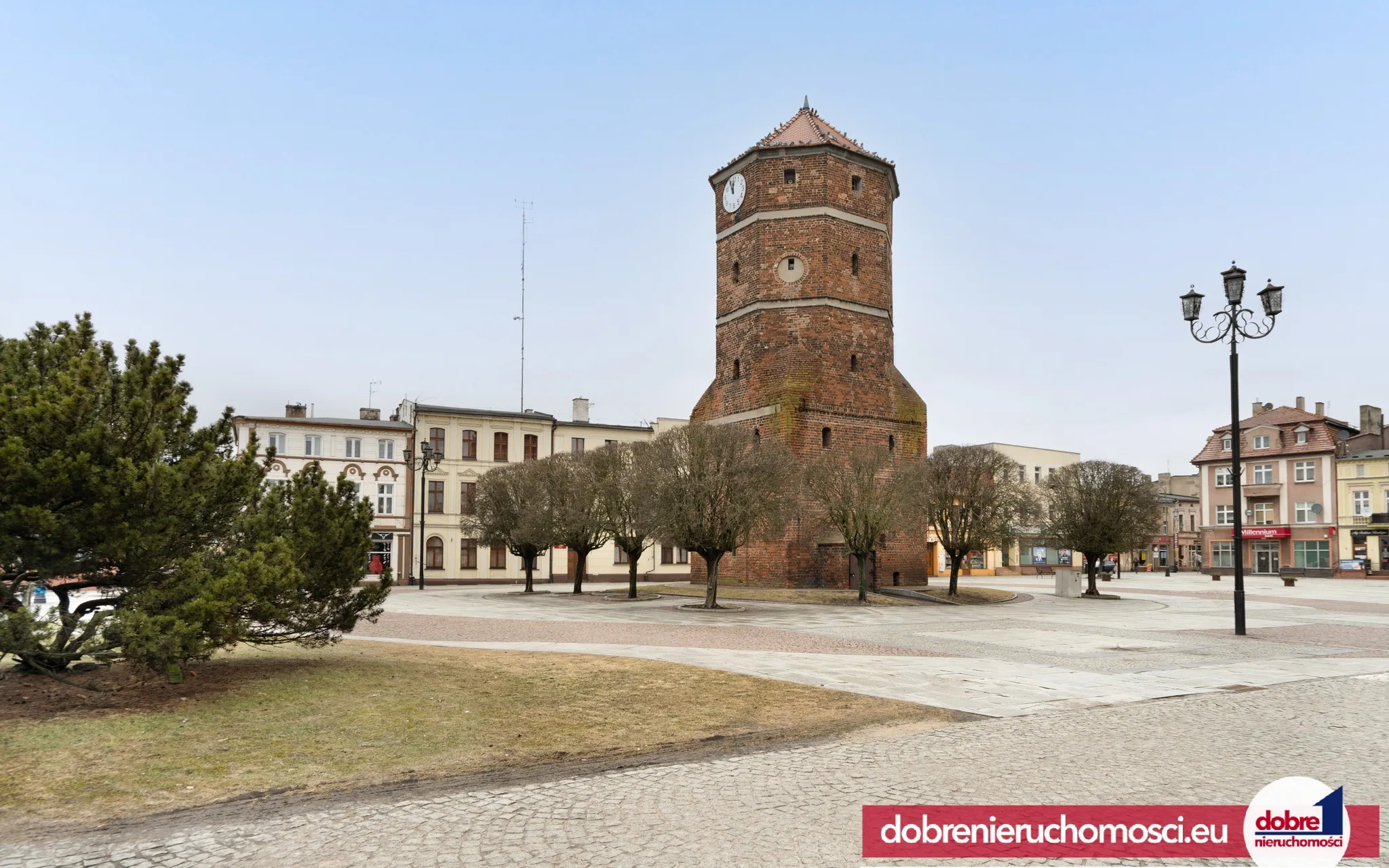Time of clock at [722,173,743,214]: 11:55
